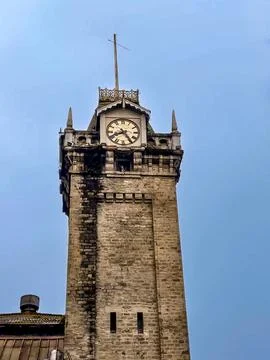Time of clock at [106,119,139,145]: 8:24
